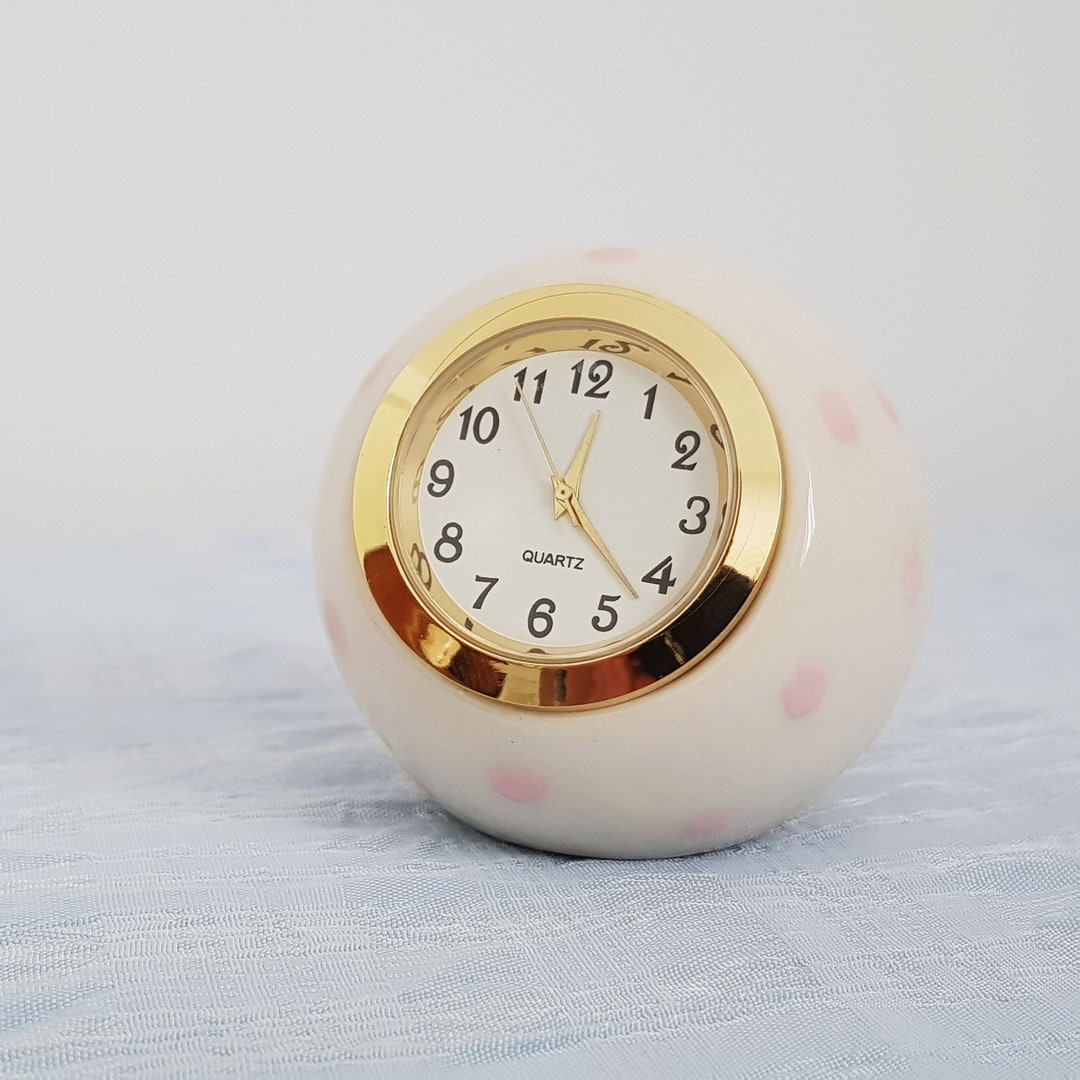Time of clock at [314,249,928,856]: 12:22
